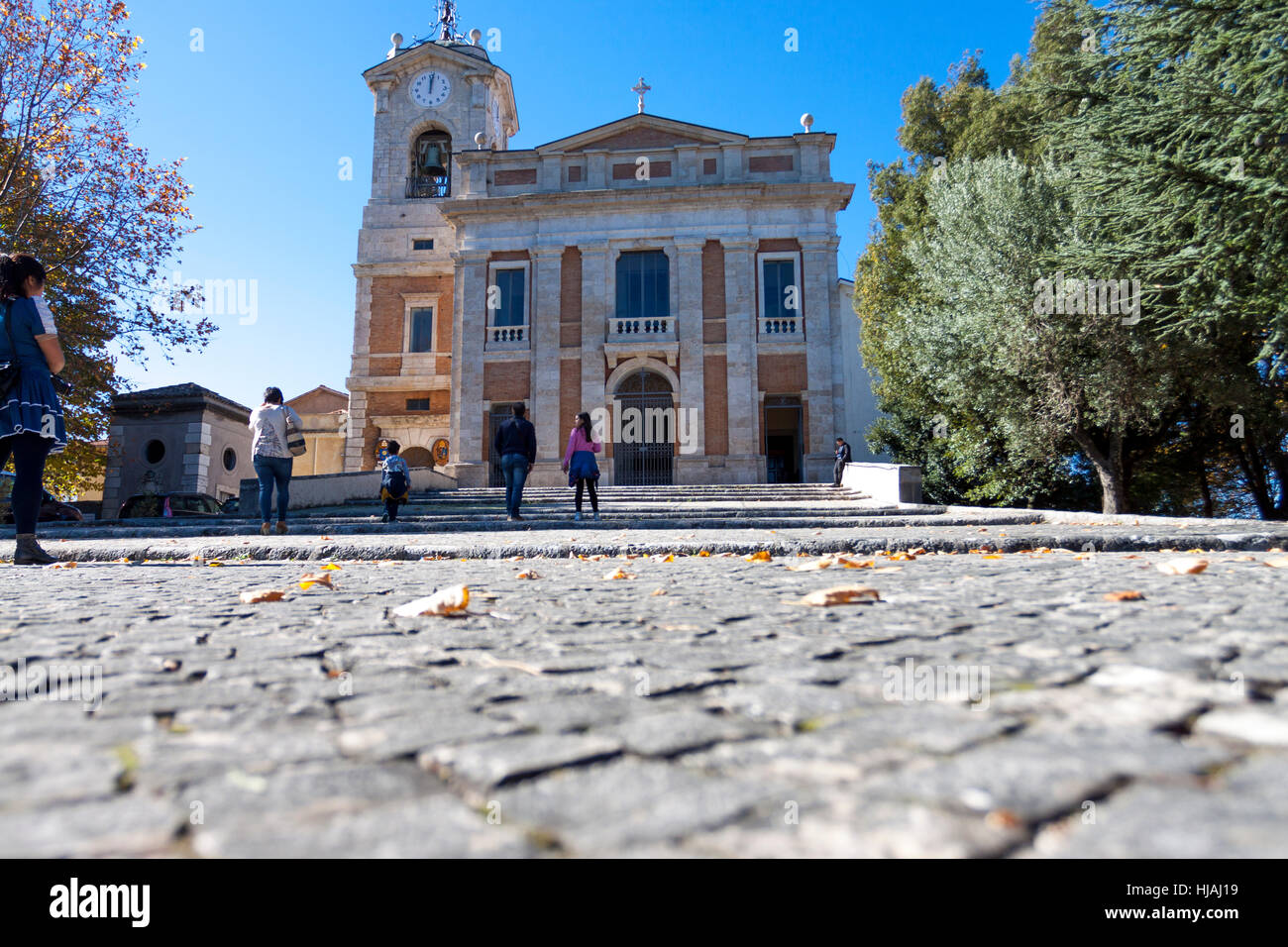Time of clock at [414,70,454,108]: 12:01
